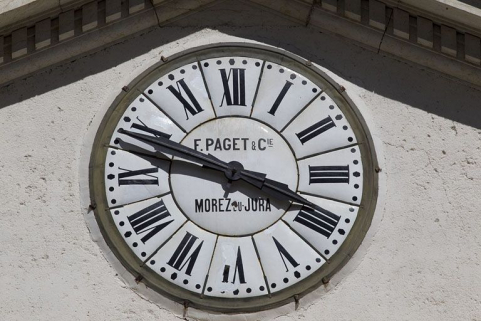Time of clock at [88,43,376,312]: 3:48
